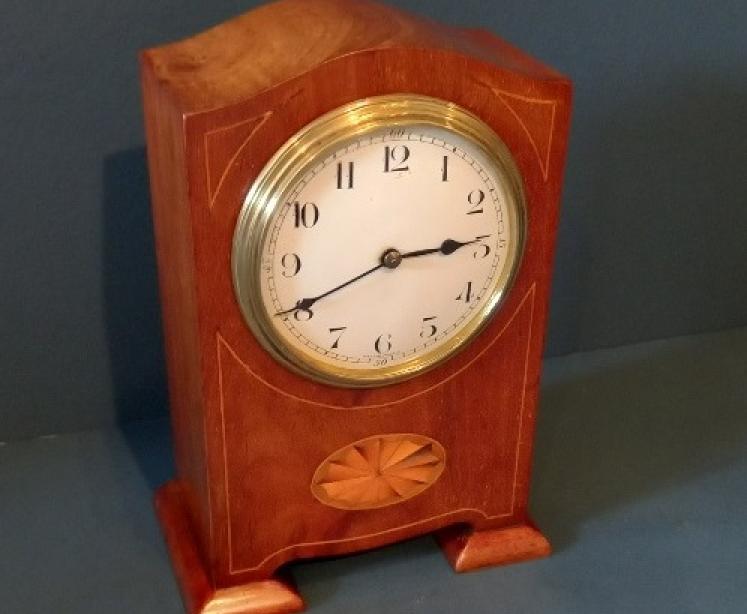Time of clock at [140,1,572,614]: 2:40
